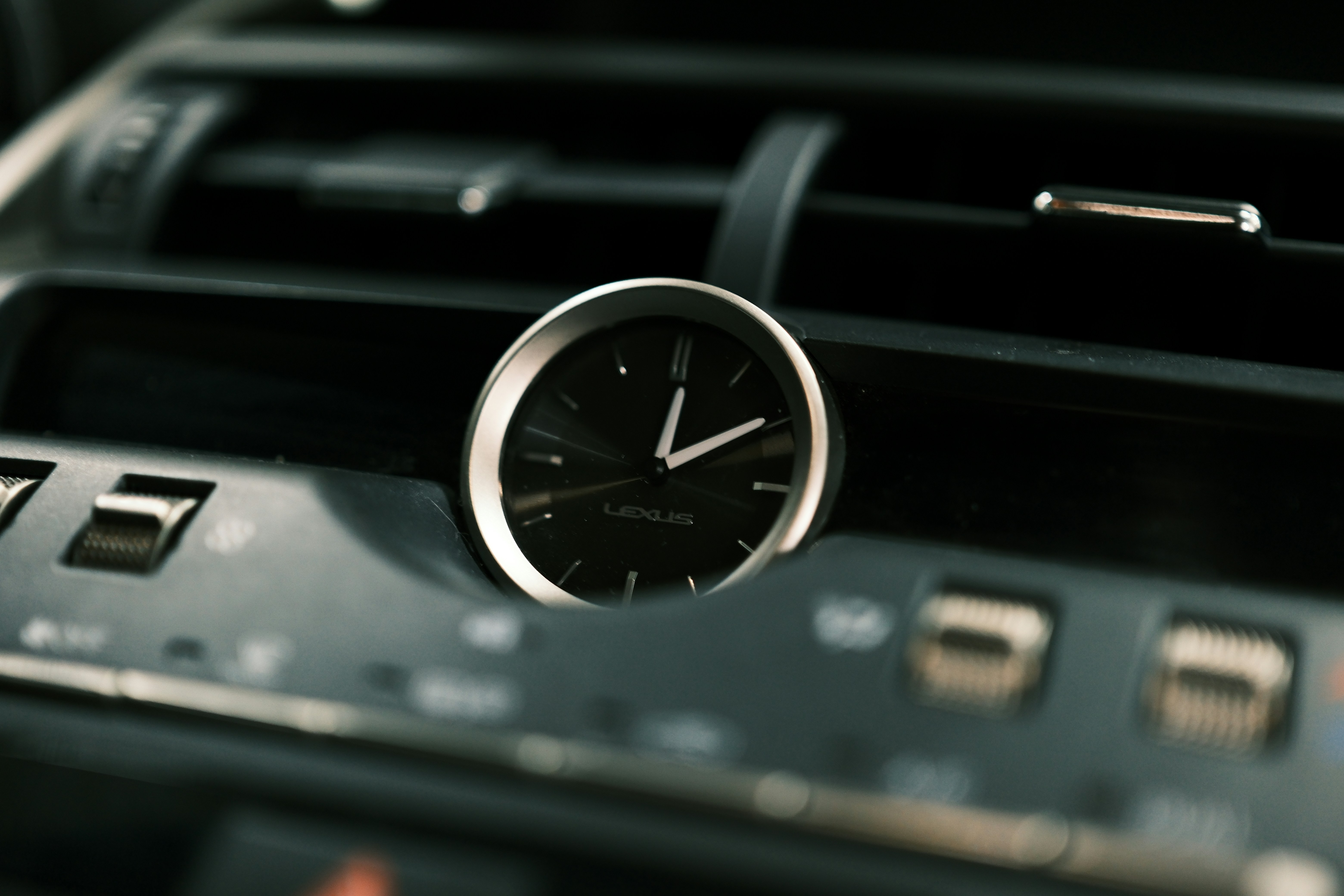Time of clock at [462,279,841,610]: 12:09
